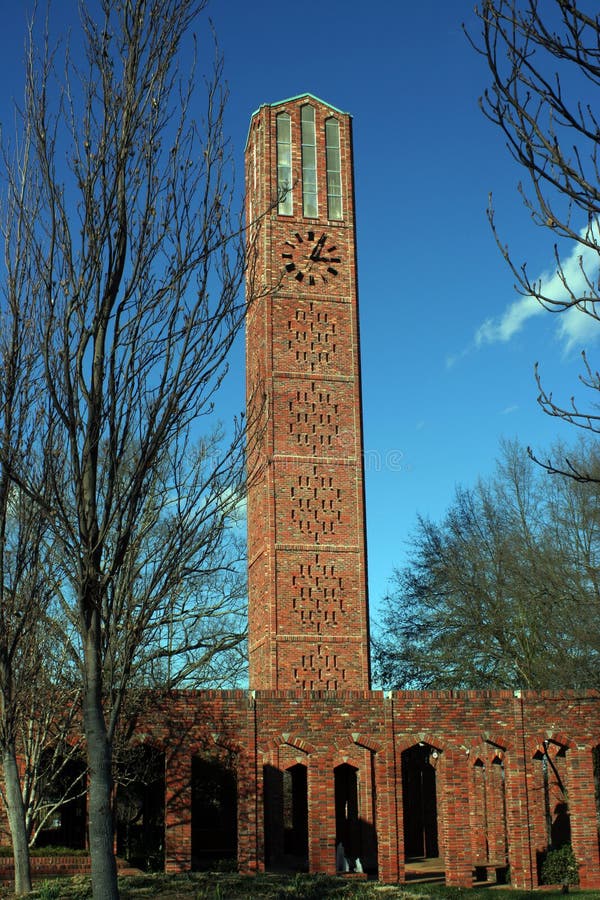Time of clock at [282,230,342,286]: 3:04
